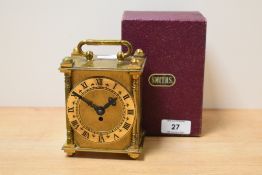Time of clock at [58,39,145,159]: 1:50
